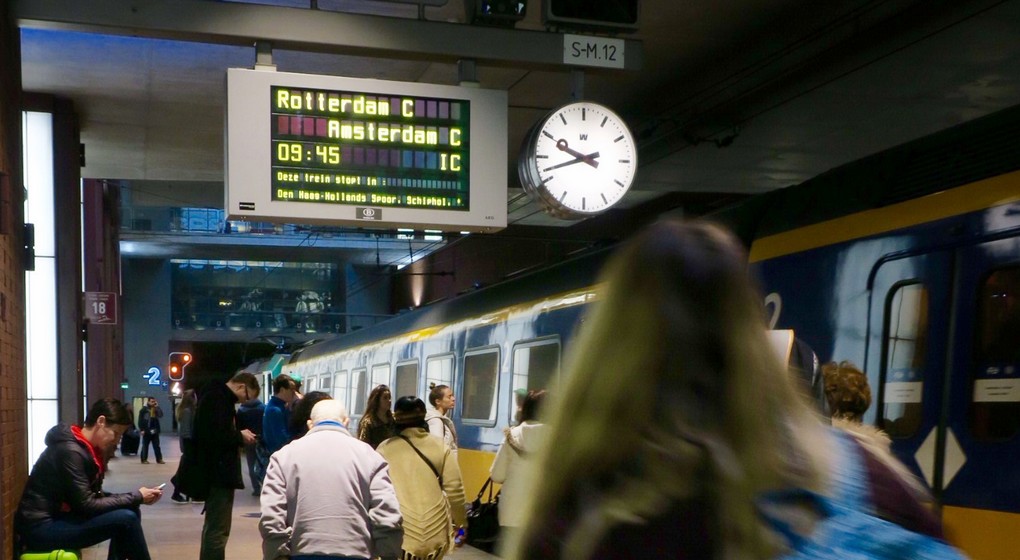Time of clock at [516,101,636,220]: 9:42
